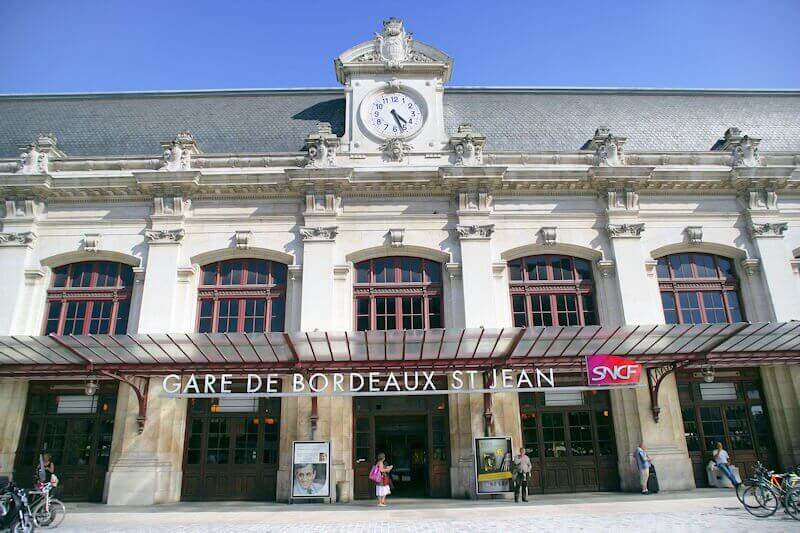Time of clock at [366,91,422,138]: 4:26
